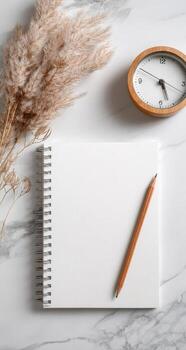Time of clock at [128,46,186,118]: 5:26
